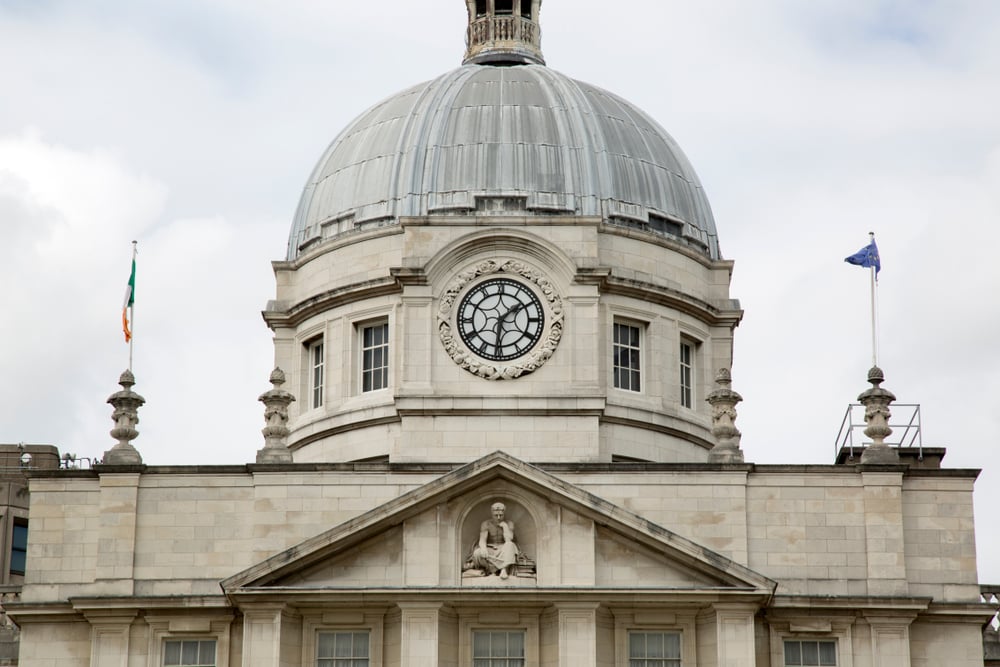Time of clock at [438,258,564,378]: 1:30
